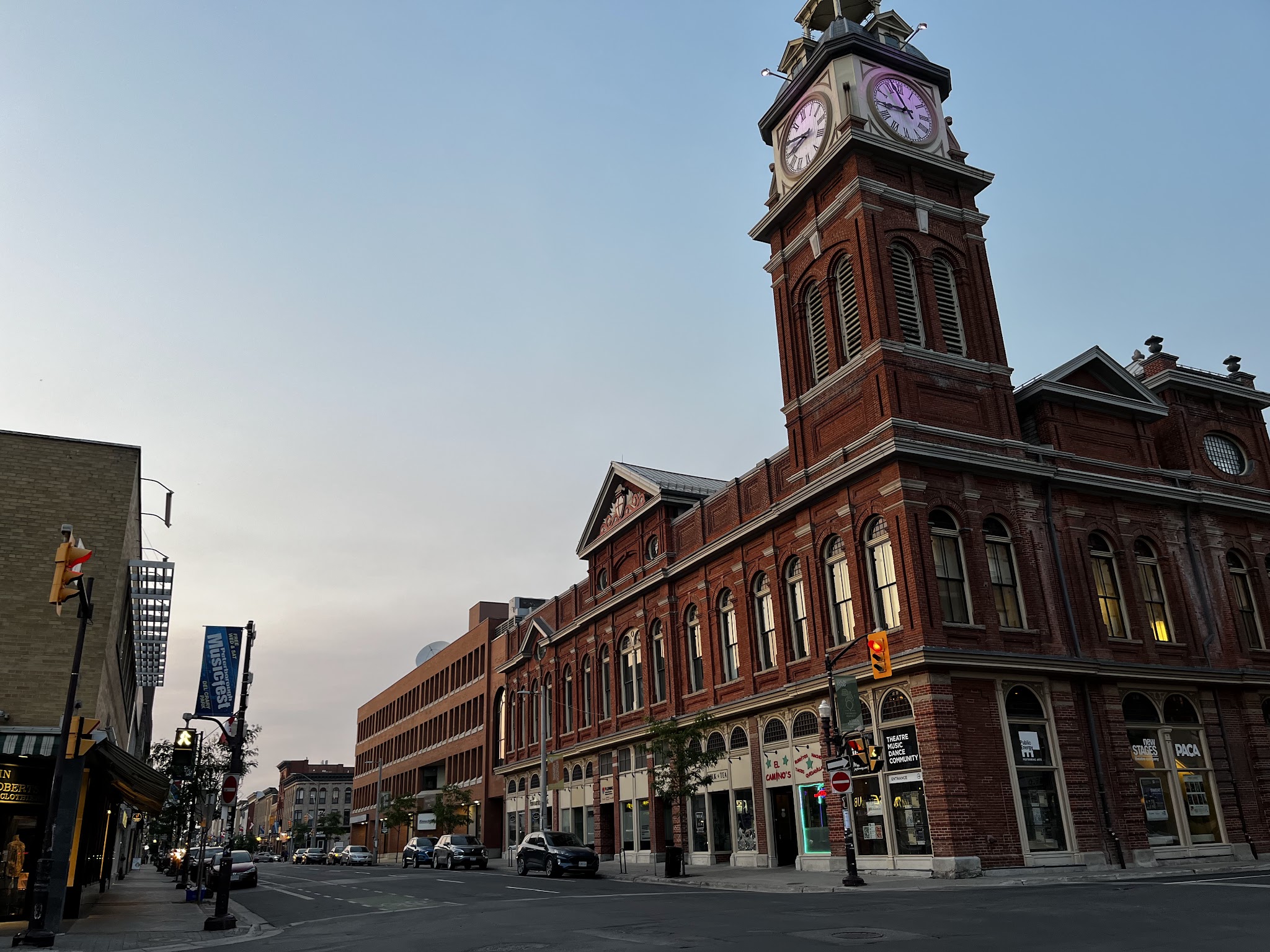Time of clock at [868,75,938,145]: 8:56
